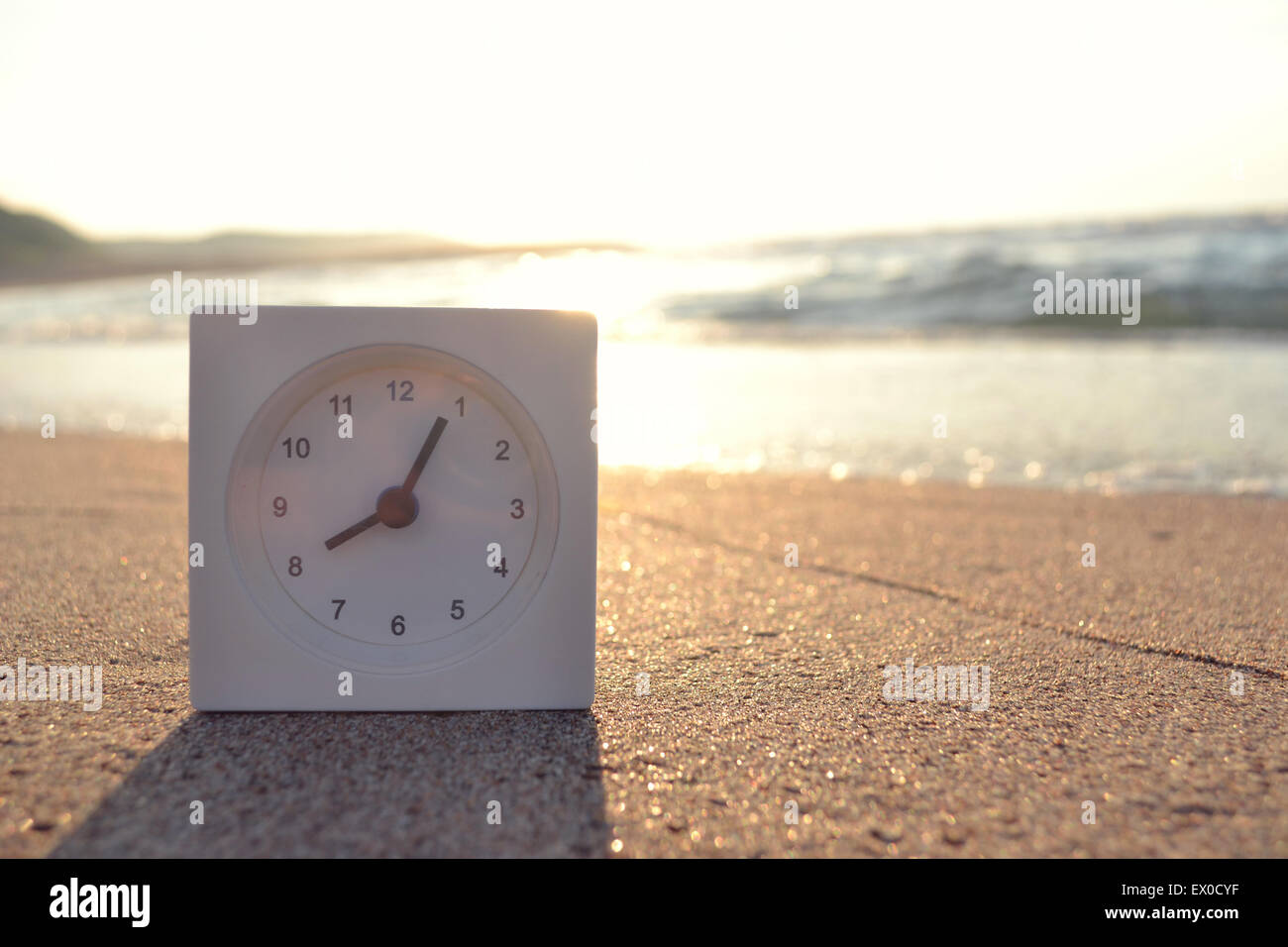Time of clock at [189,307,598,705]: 8:04
